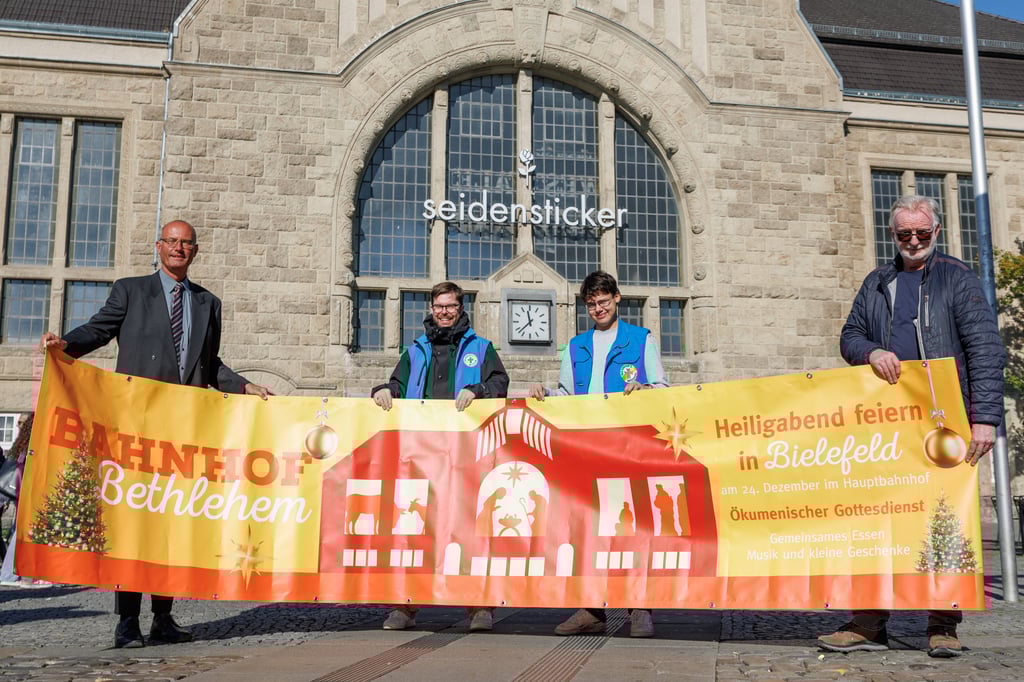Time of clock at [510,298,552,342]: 11:37
